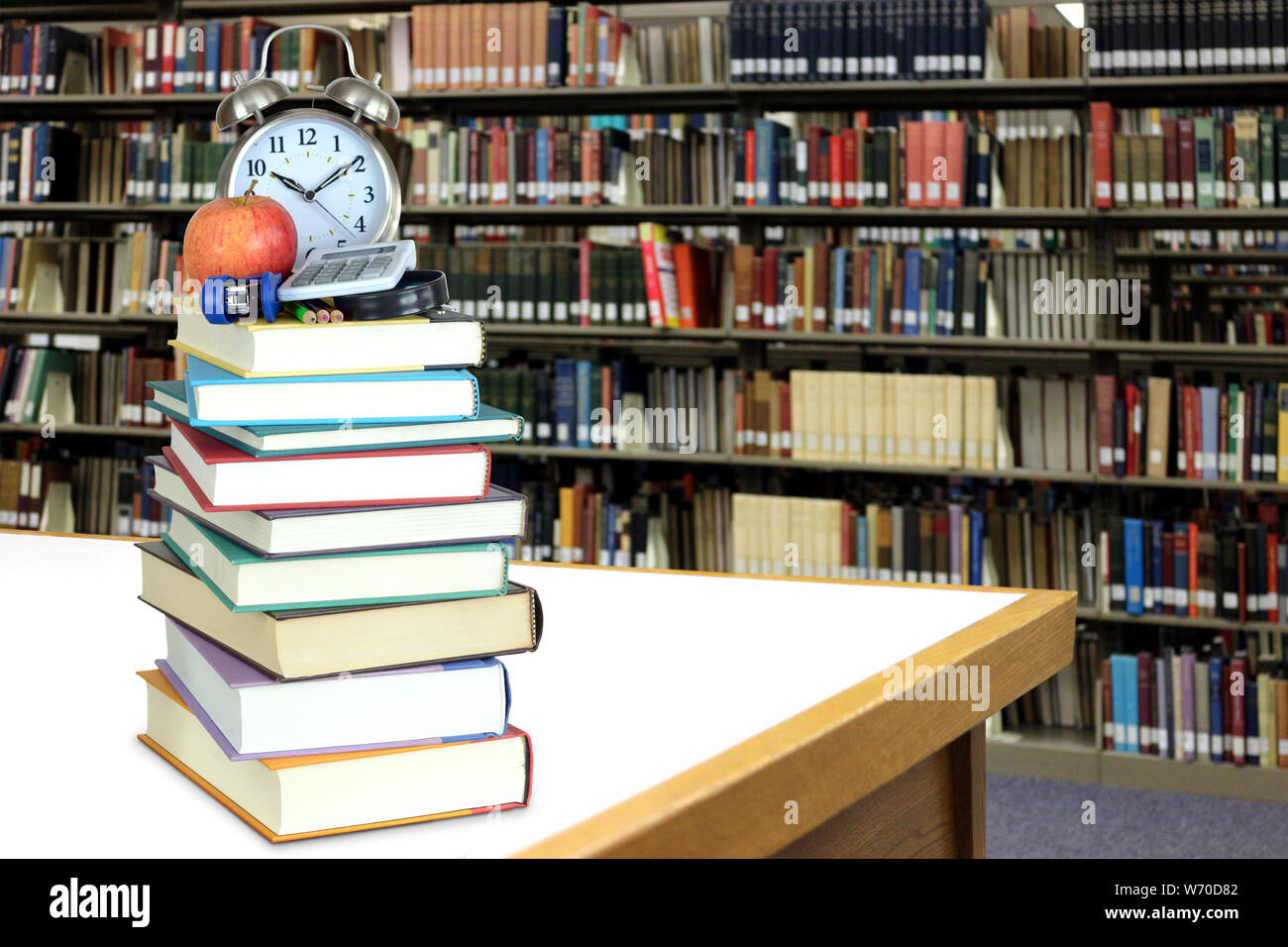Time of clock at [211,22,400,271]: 10:09
